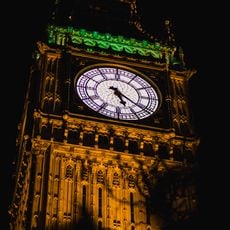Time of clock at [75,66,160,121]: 5:21
